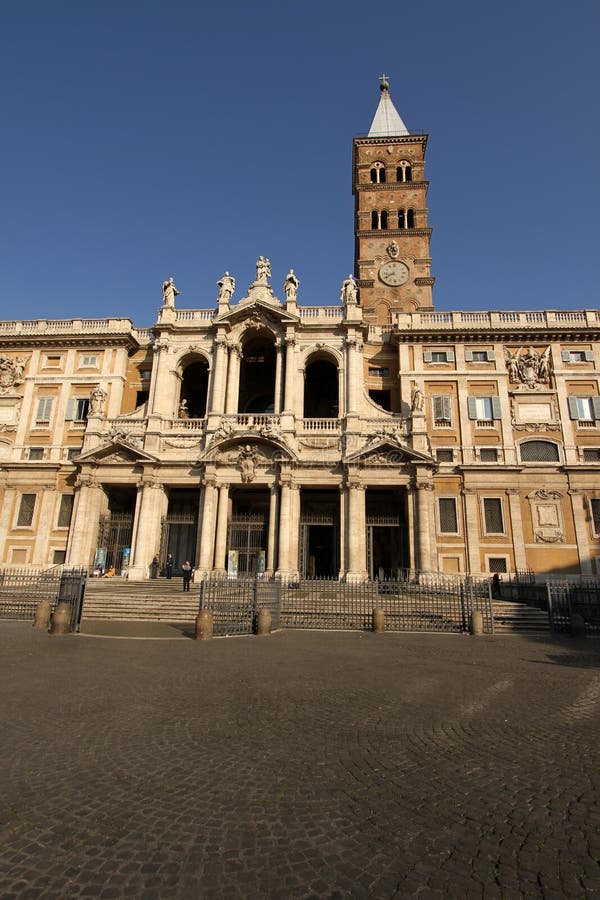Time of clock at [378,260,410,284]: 8:40
